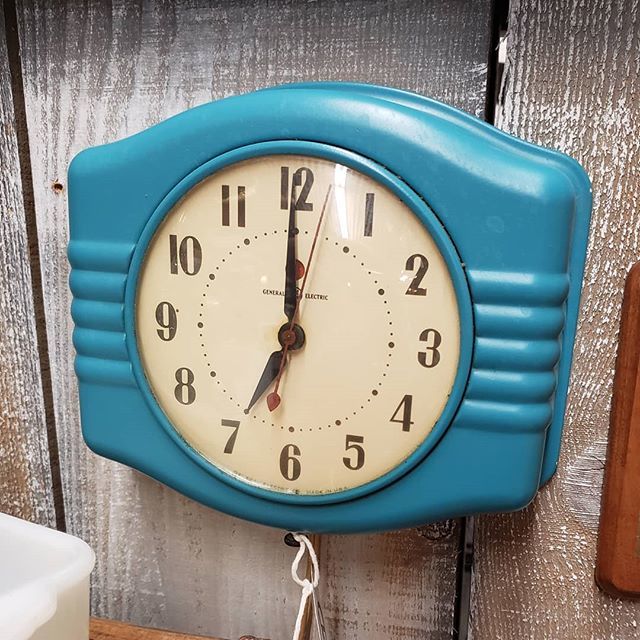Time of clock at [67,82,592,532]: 6:59
